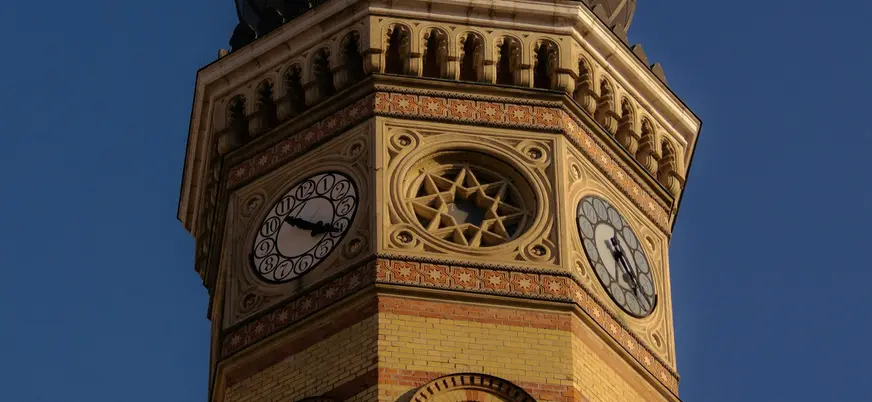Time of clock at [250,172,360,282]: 4:20
